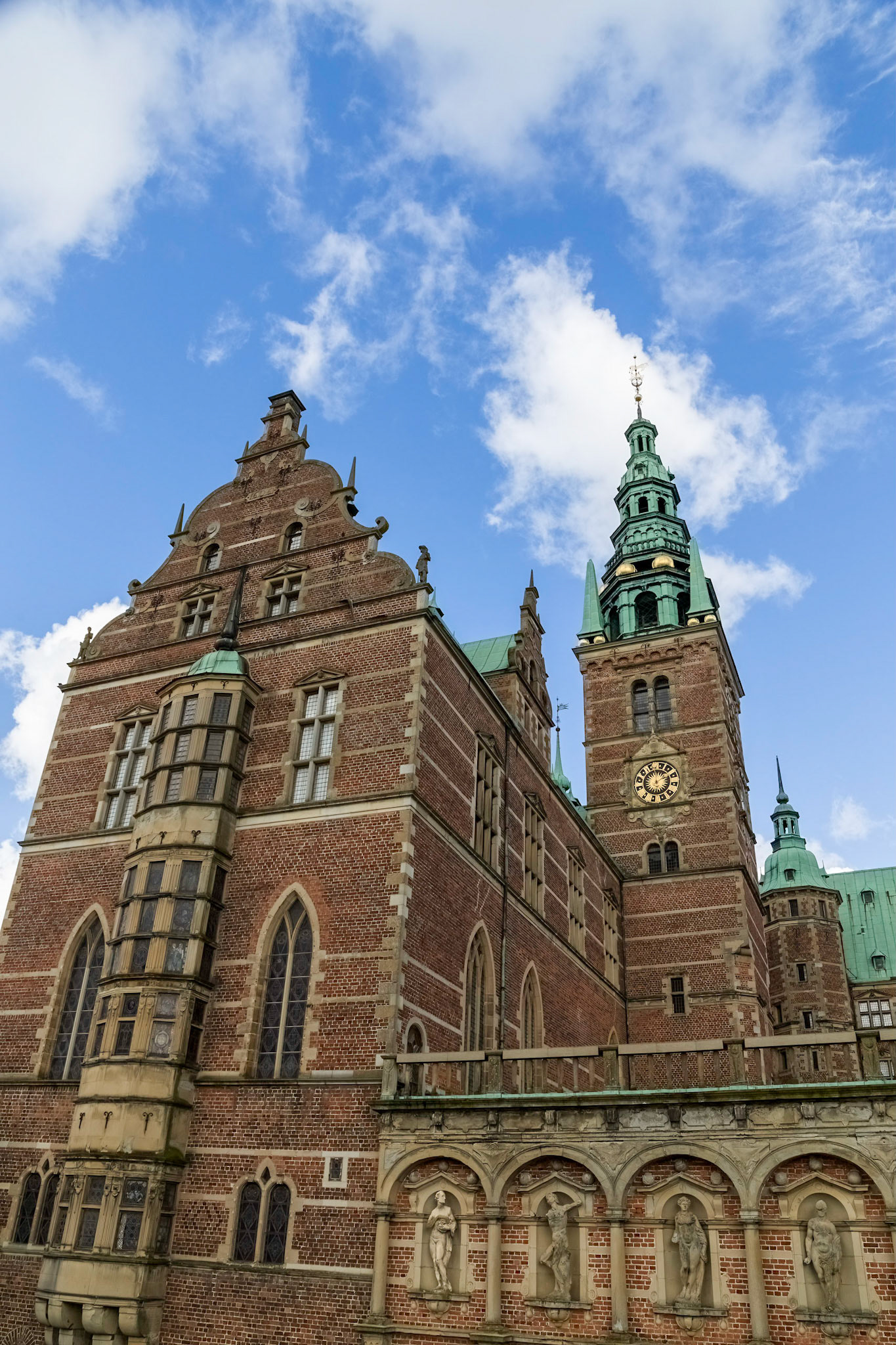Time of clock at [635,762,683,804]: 12:07
